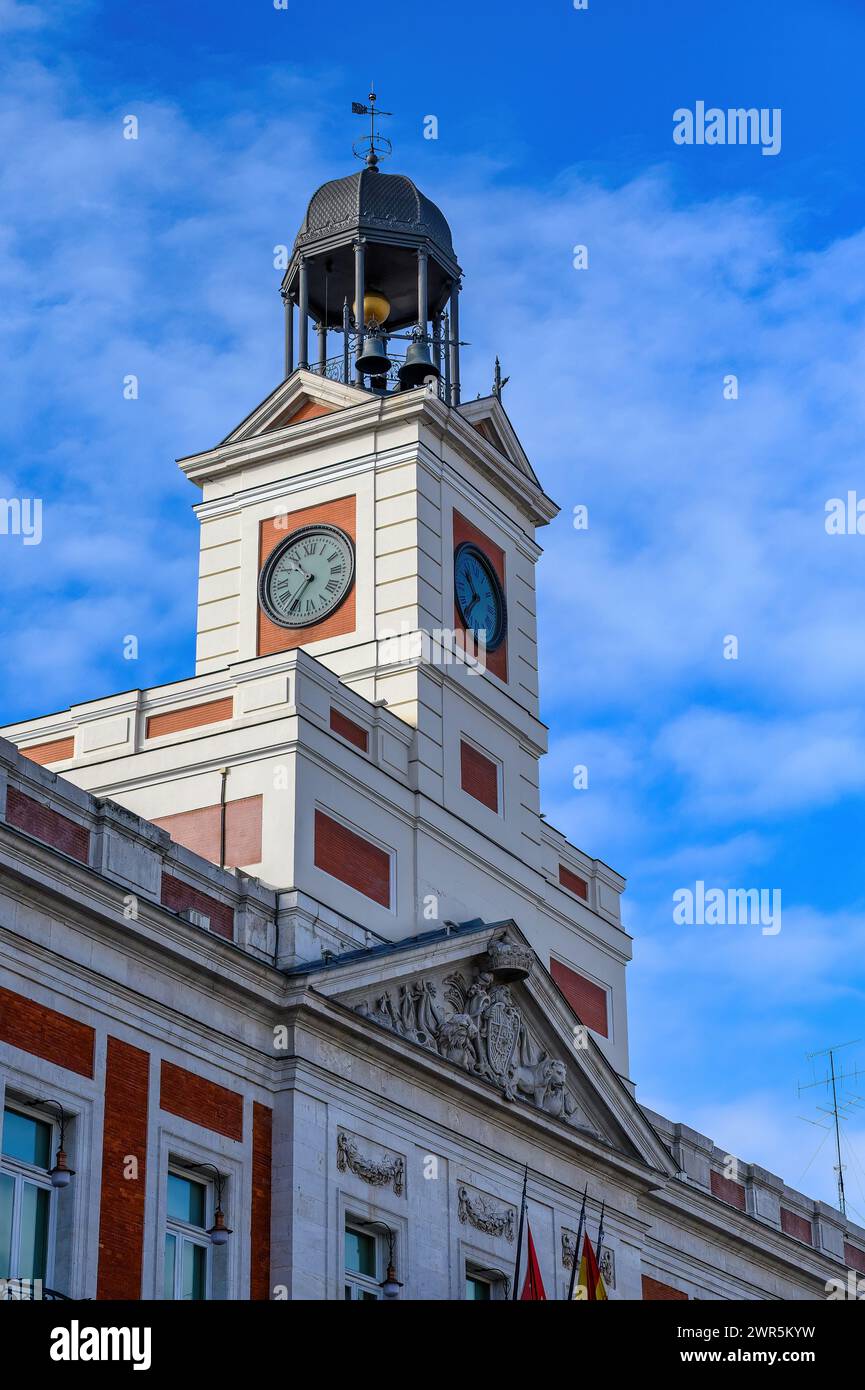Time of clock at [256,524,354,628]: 10:36
